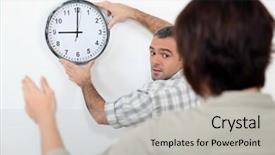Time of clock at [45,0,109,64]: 9:00
